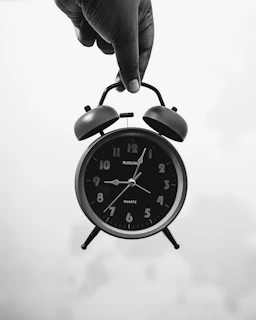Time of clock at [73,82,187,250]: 9:03
